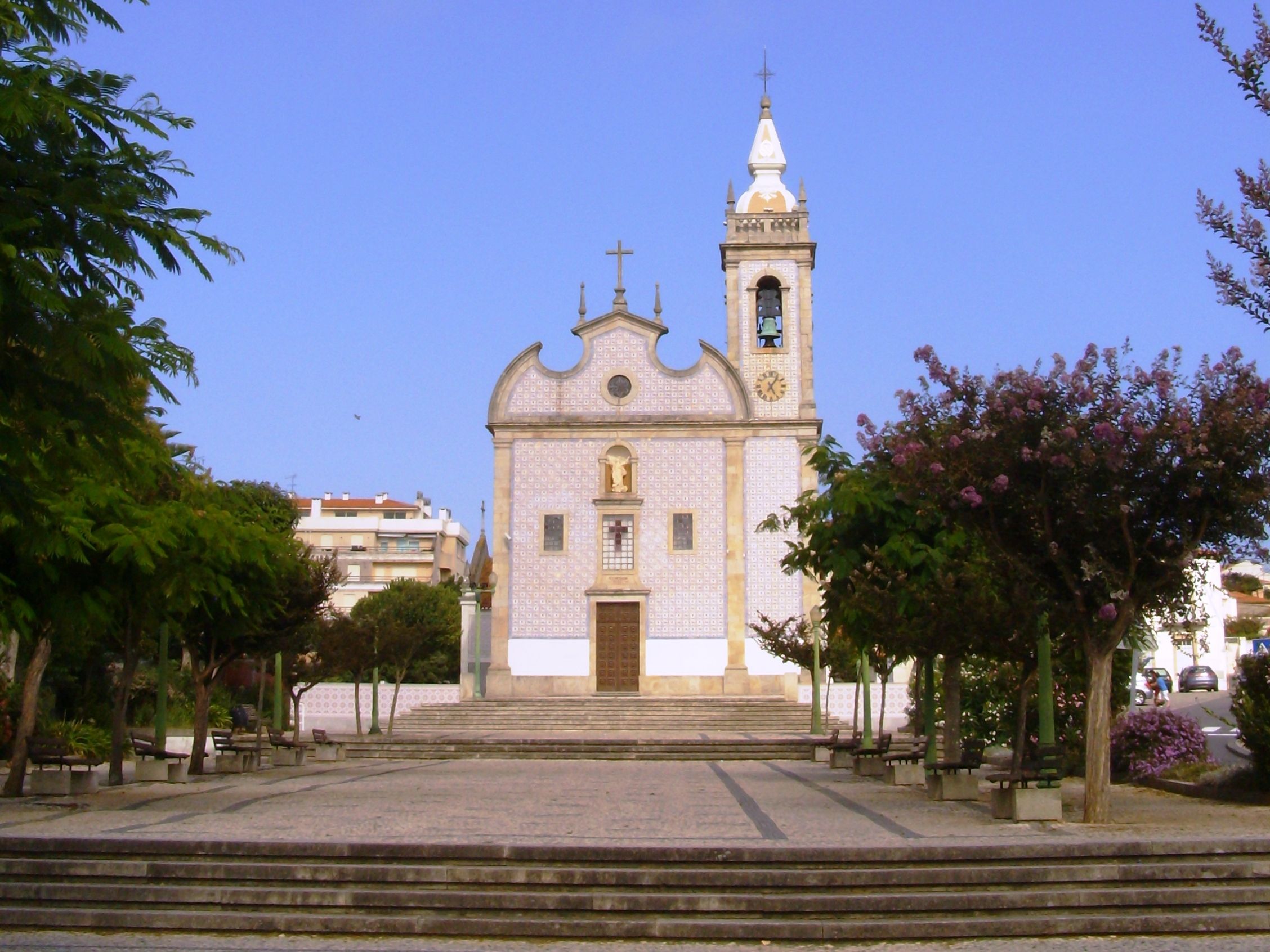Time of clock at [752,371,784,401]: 5:06
